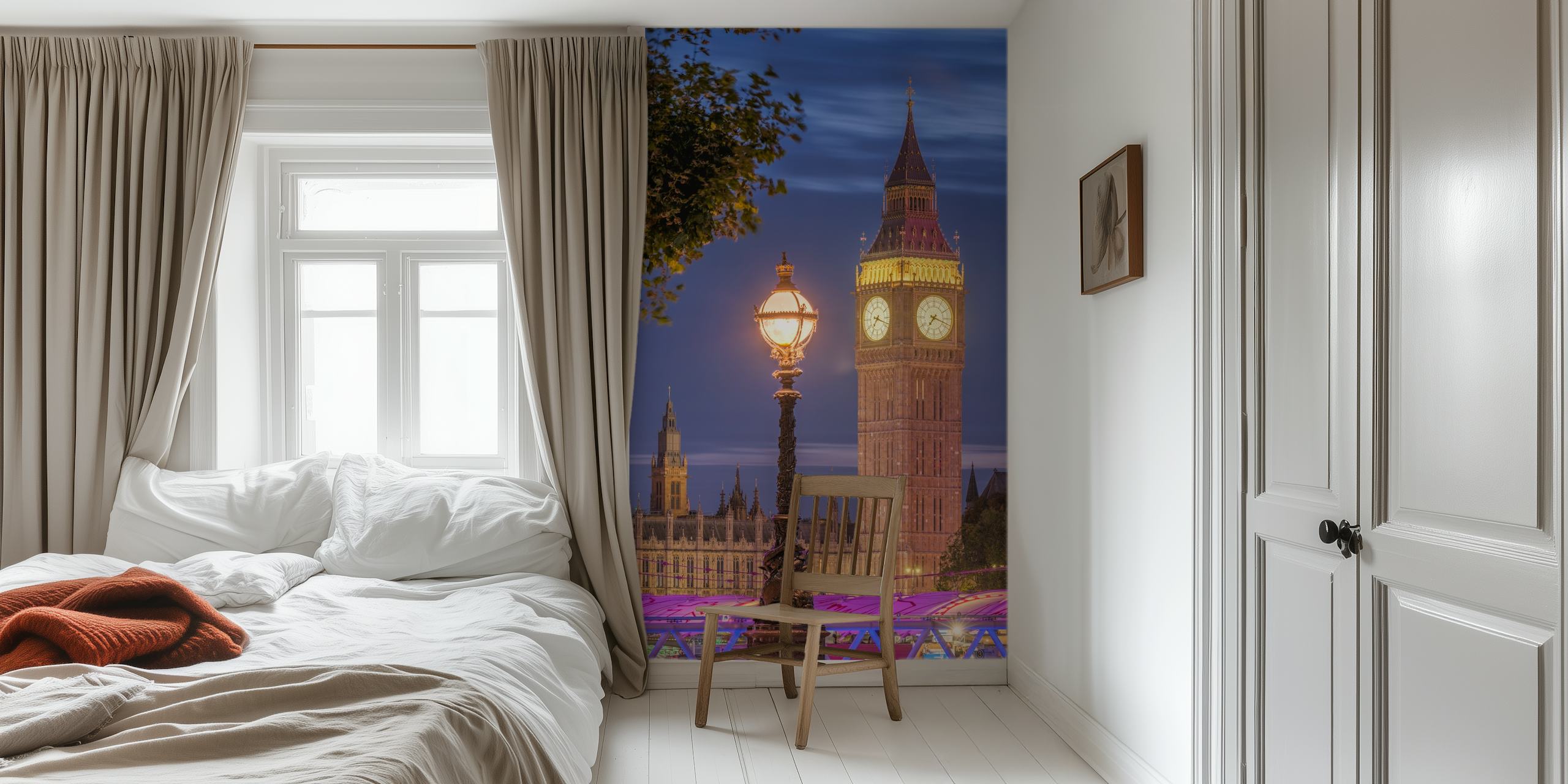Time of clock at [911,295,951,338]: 7:18
